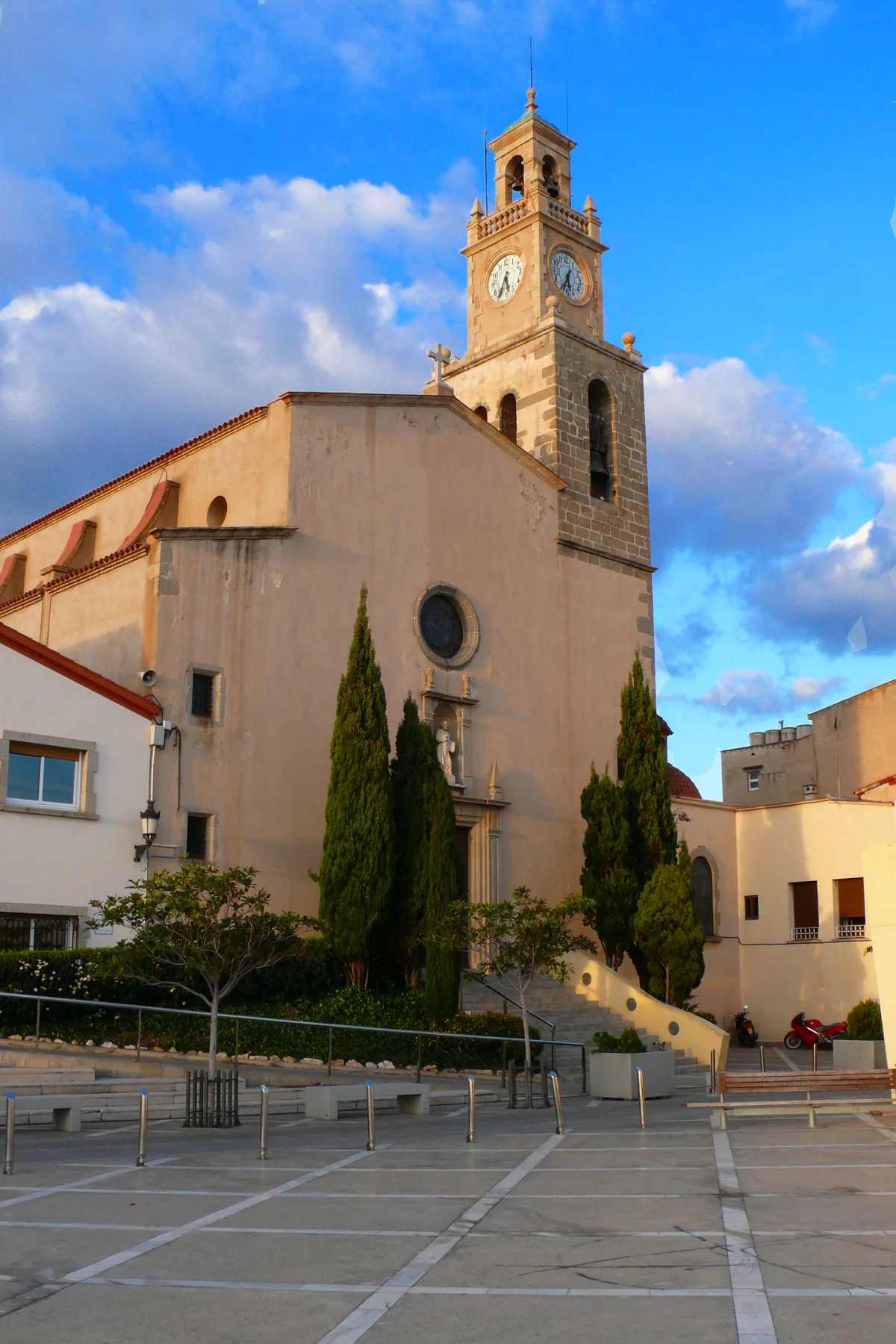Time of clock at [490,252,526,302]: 5:35
